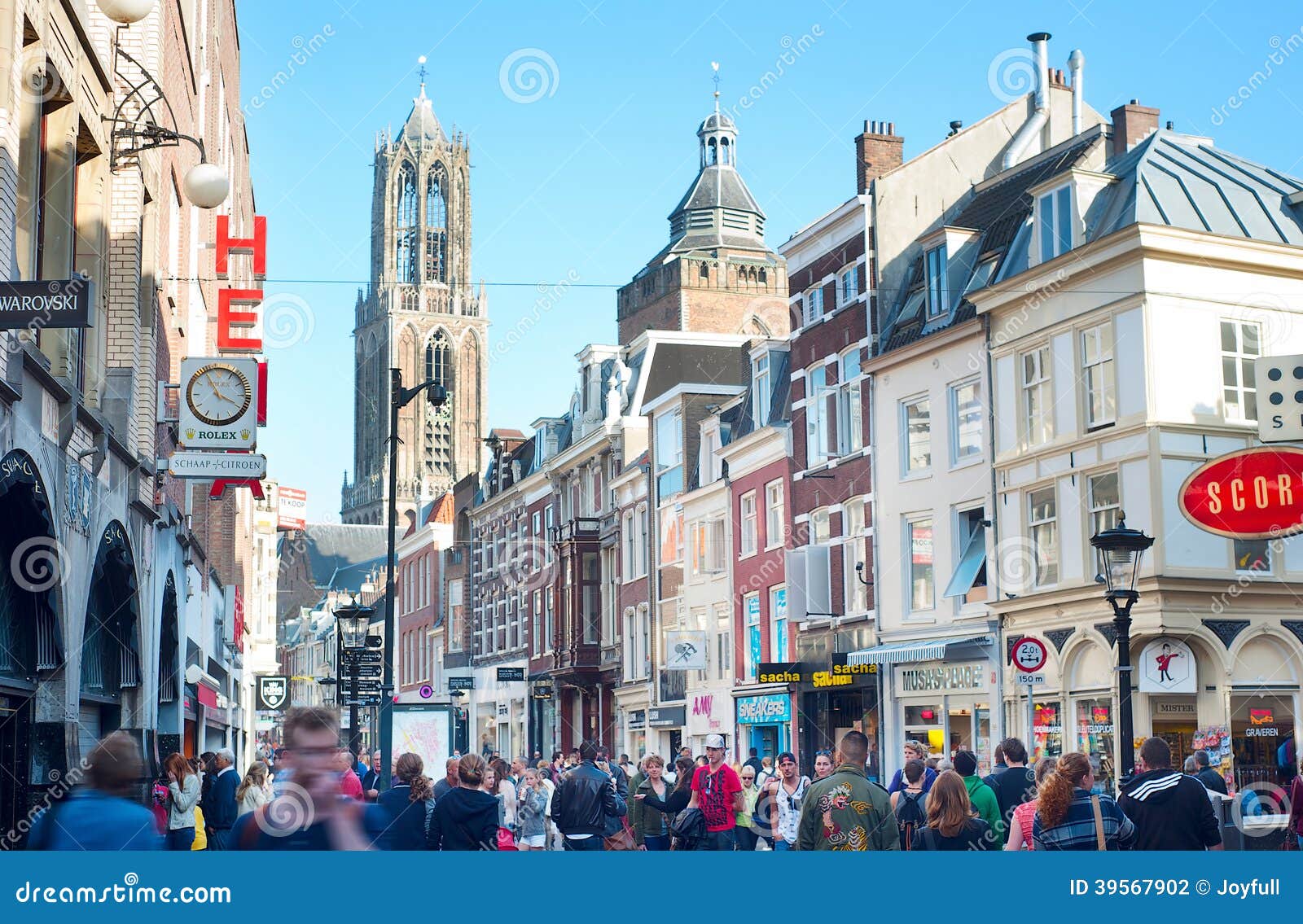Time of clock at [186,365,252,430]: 3:55
